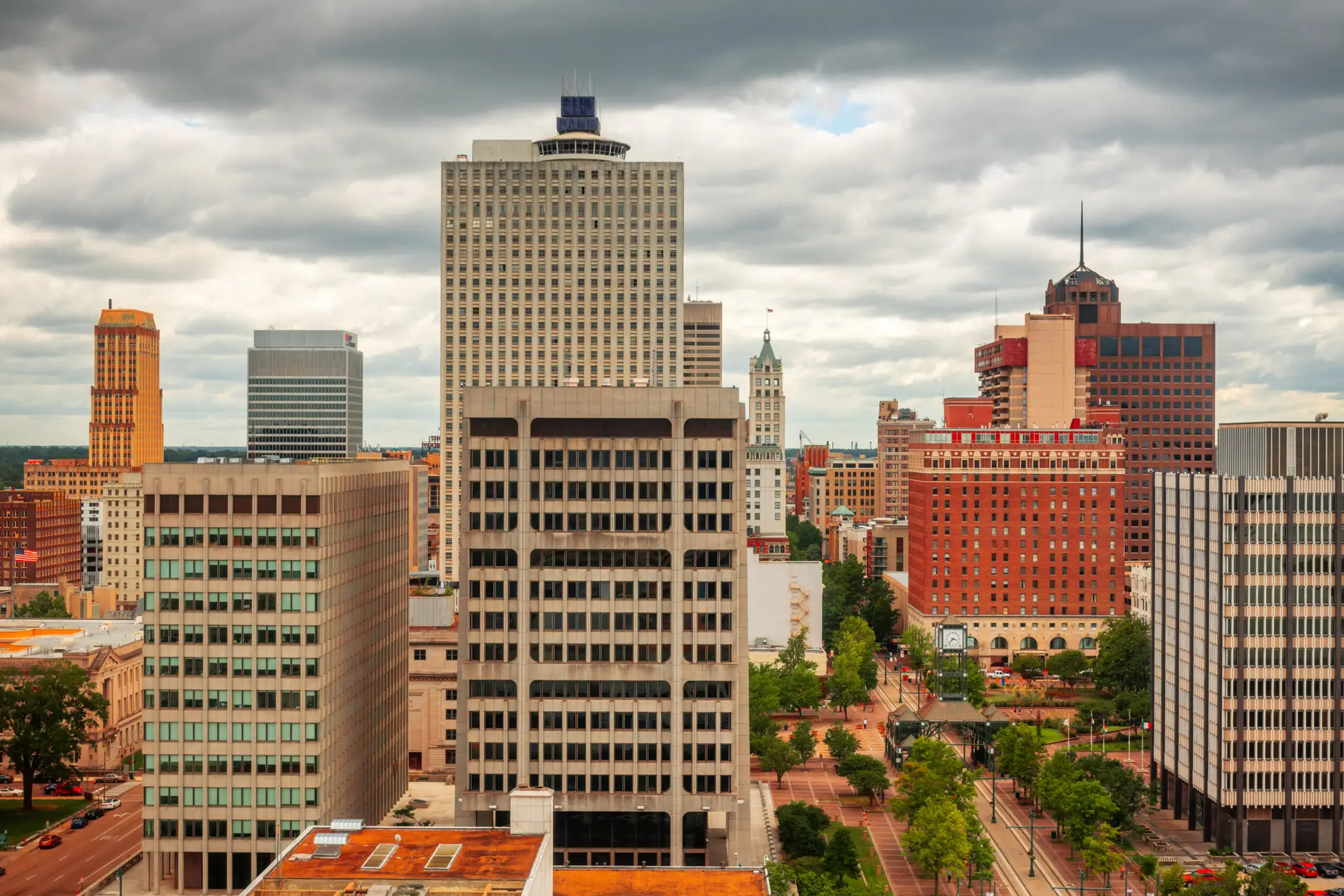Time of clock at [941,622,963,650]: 3:37
